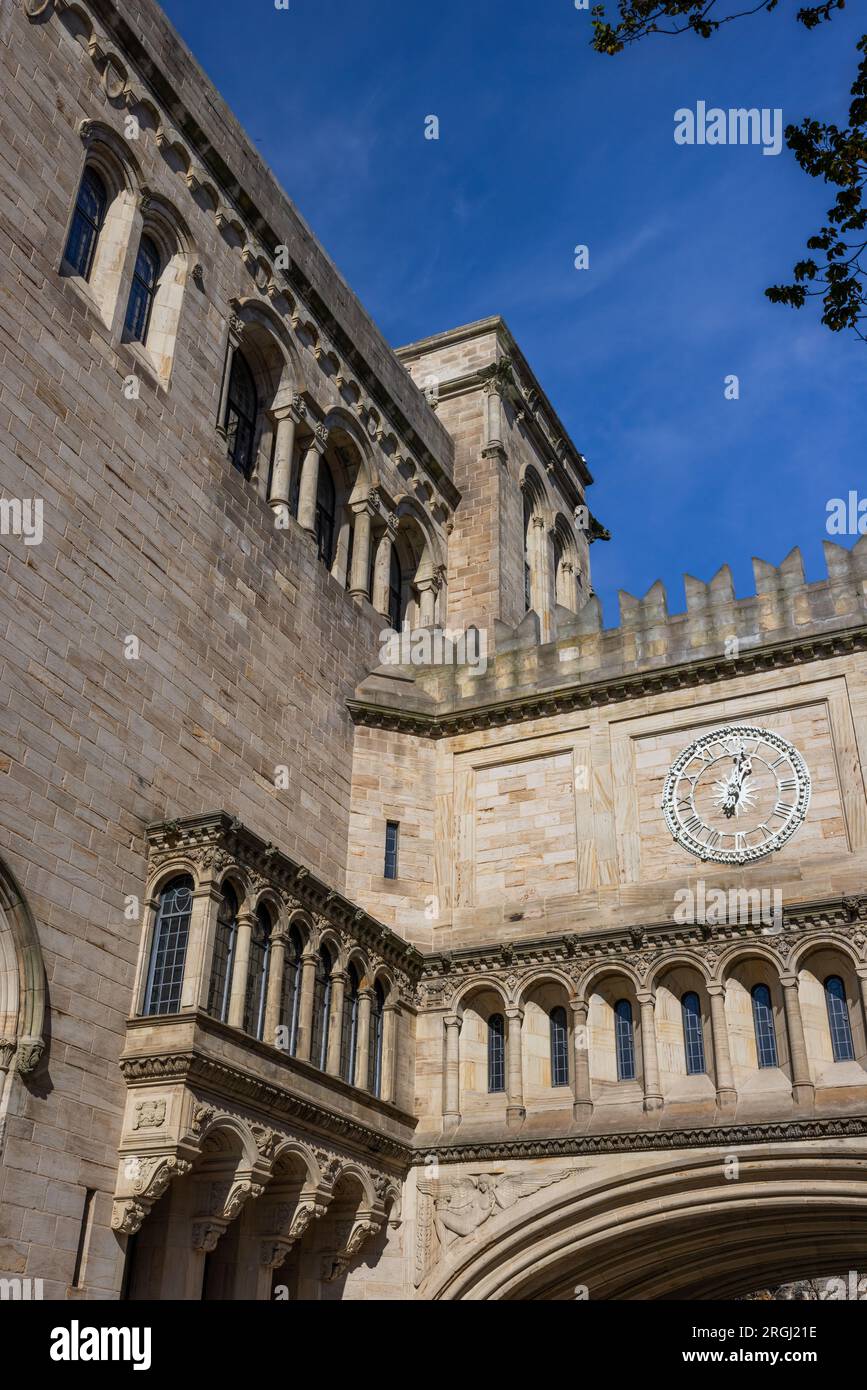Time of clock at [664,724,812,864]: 1:02
